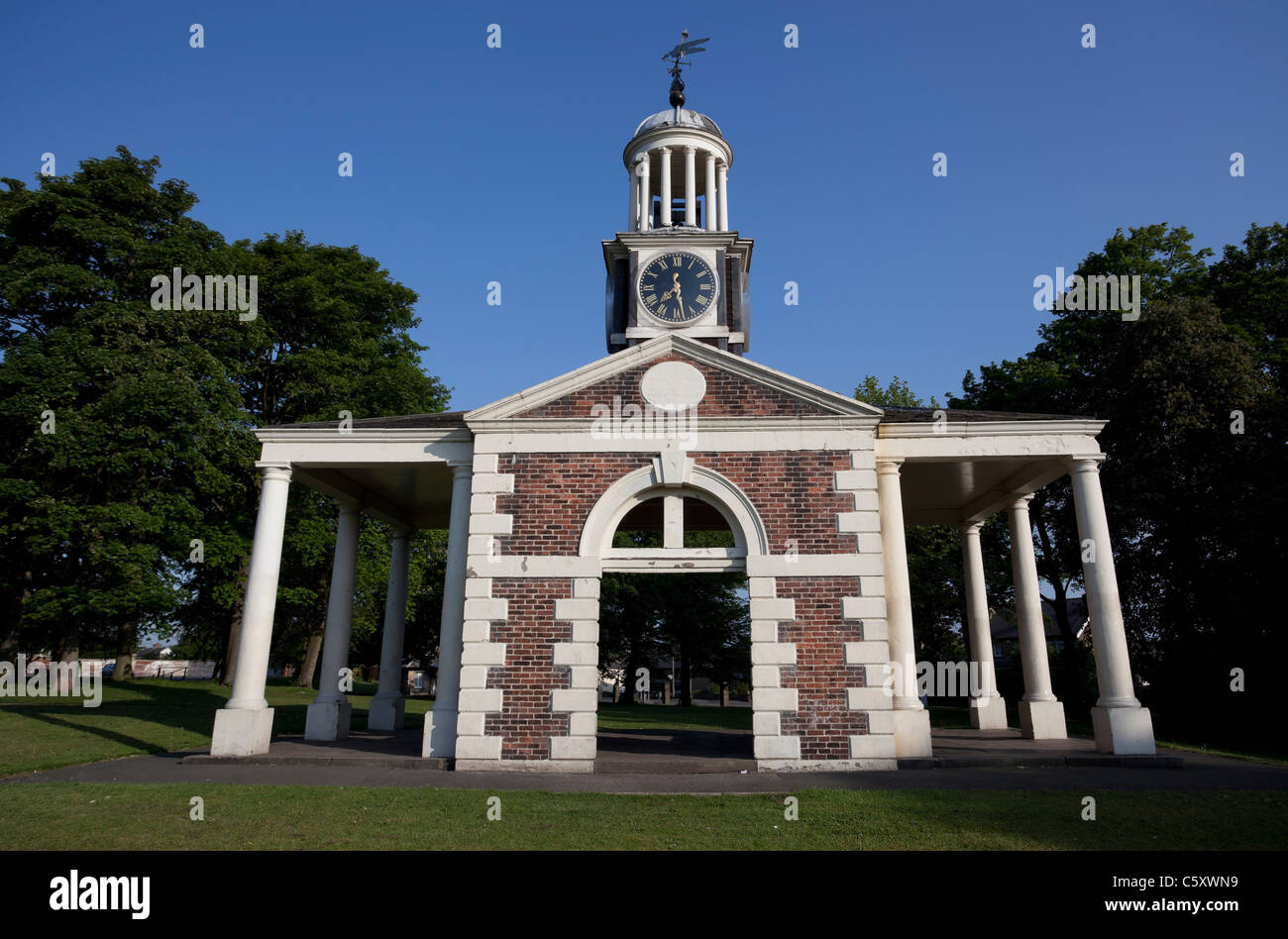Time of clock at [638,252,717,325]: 7:28
